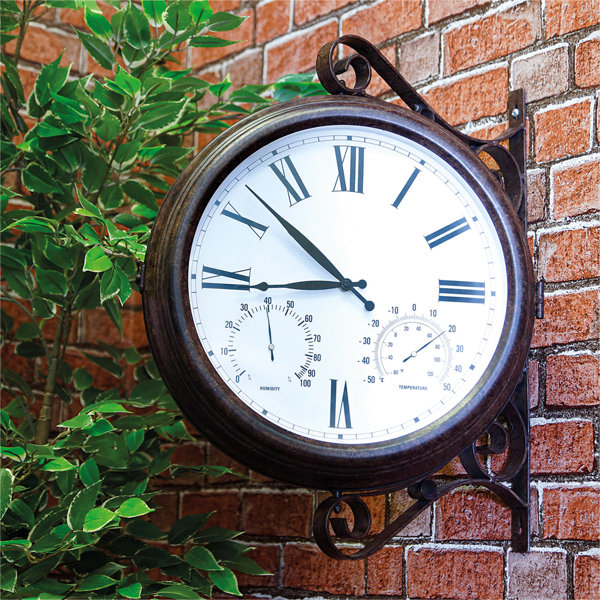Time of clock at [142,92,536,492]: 8:52
